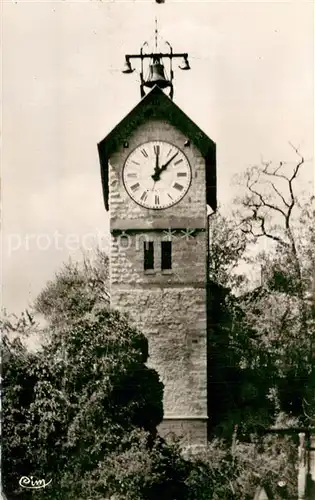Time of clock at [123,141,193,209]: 12:07
